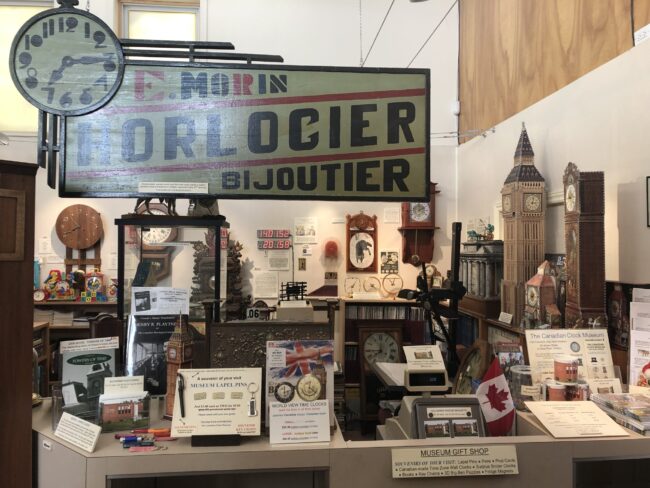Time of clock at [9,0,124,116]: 7:14
